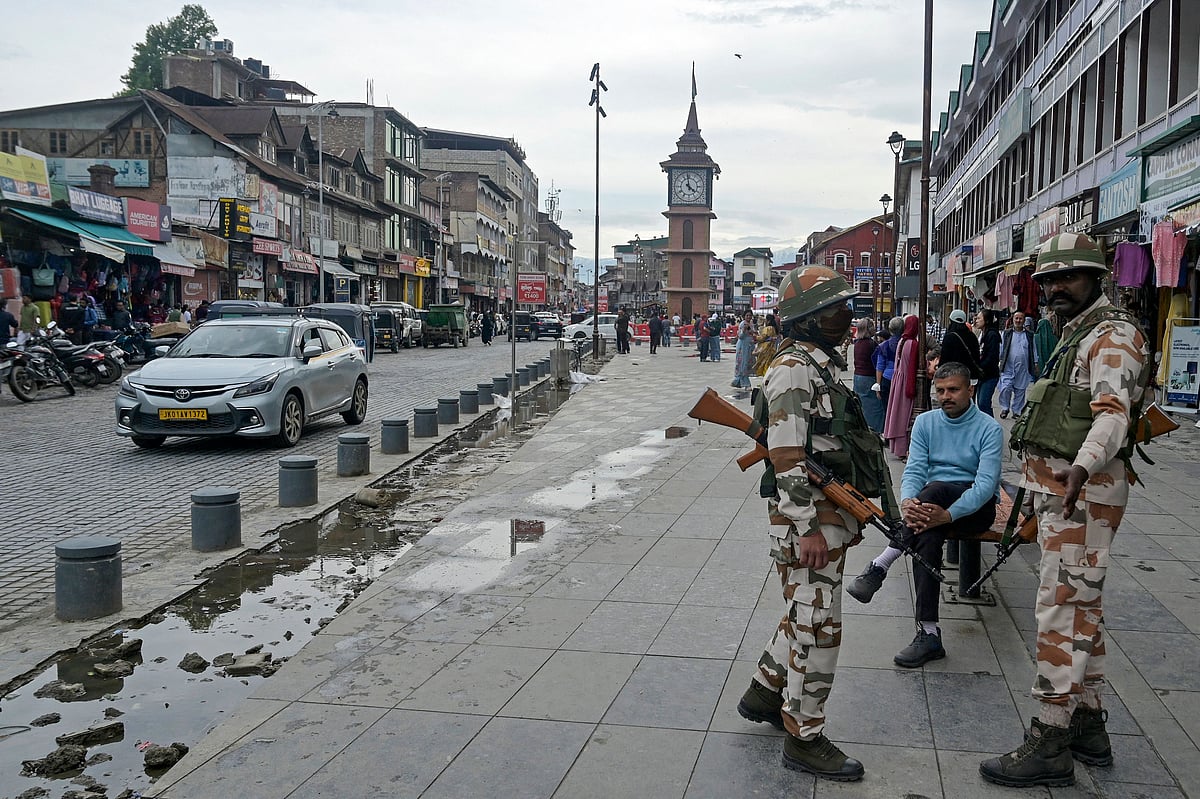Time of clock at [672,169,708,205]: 3:58
